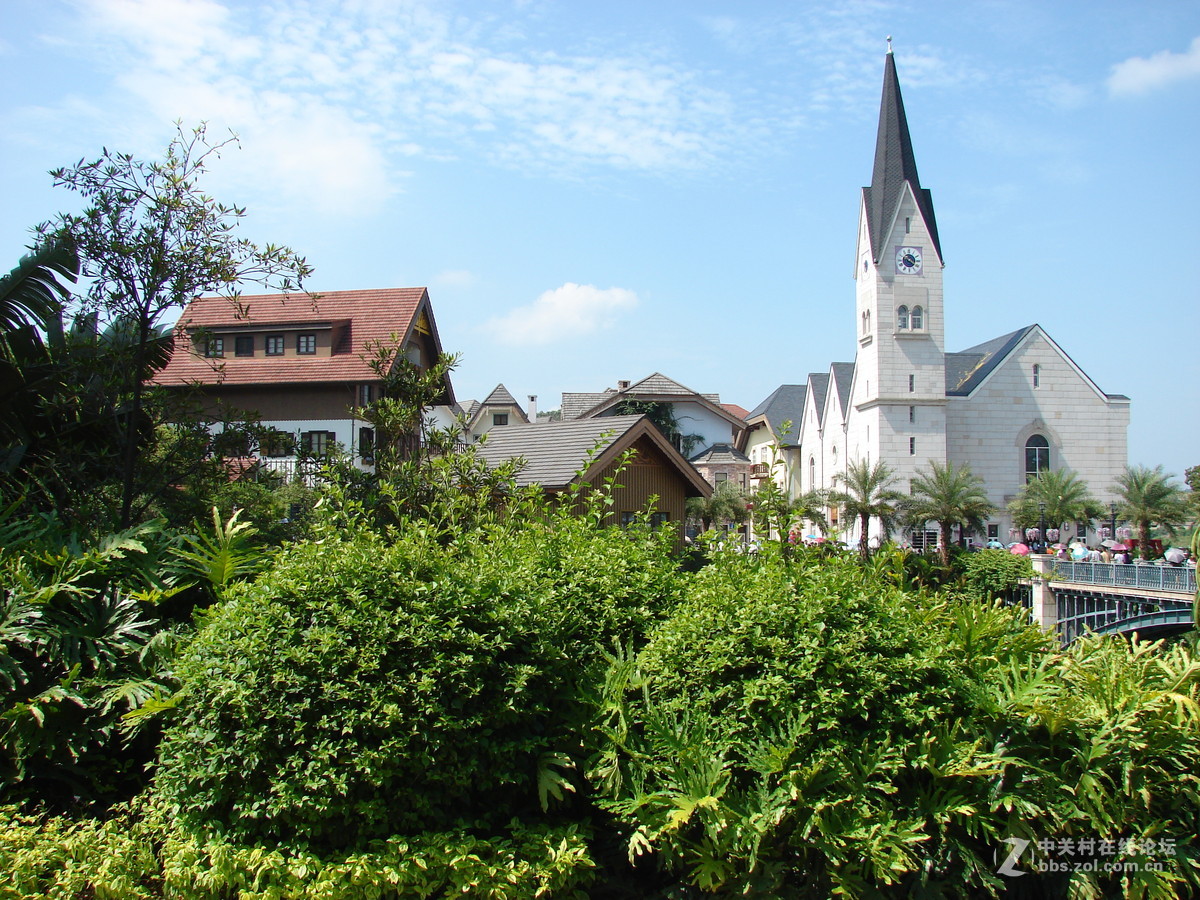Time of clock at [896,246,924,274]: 4:20
